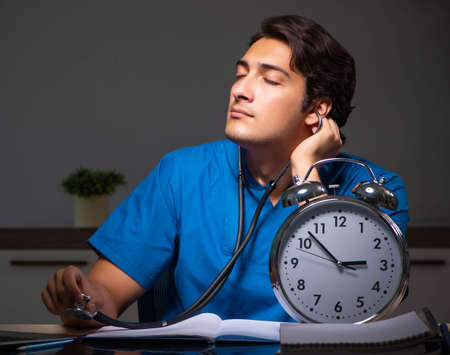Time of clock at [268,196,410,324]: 2:52
